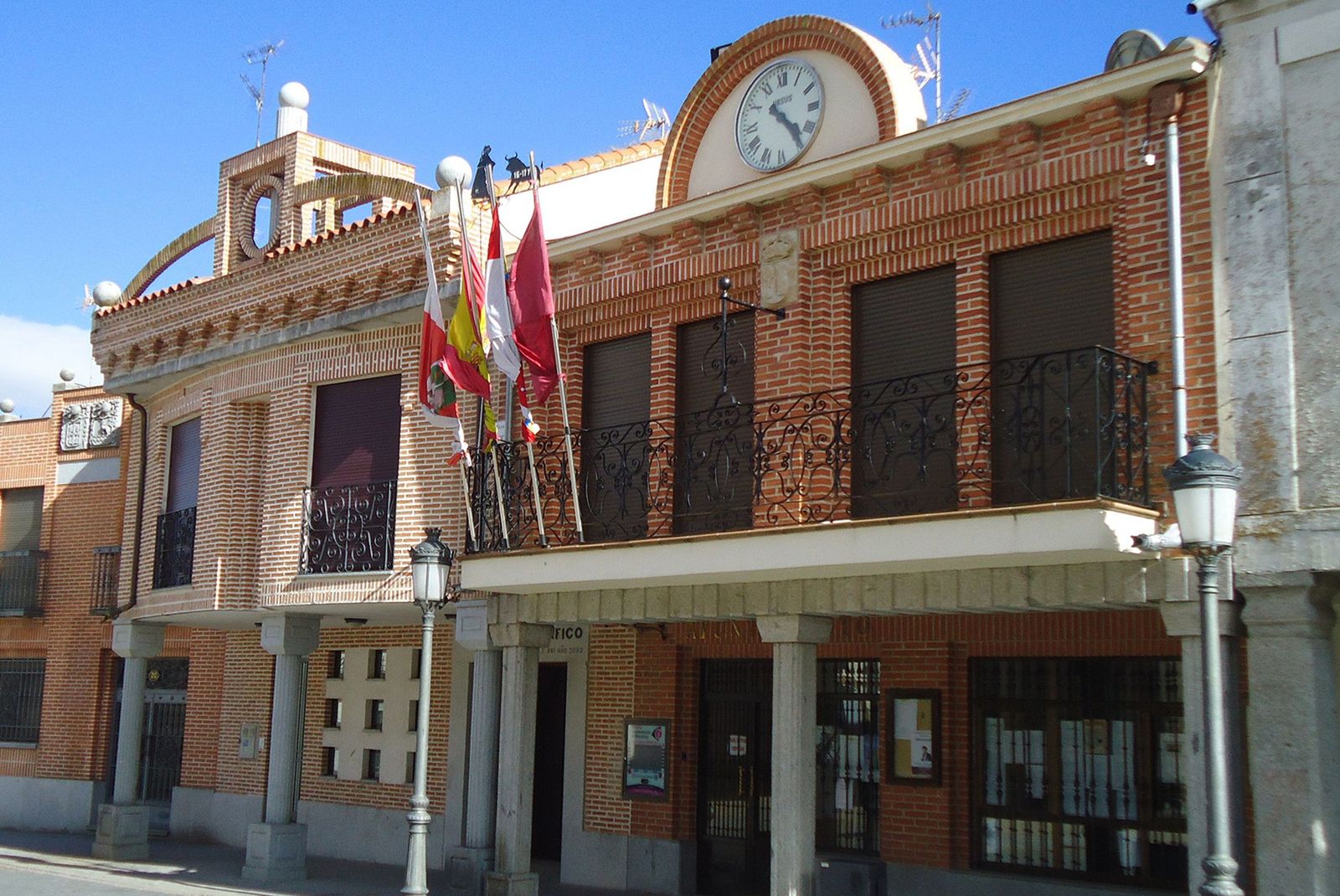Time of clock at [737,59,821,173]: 4:23
